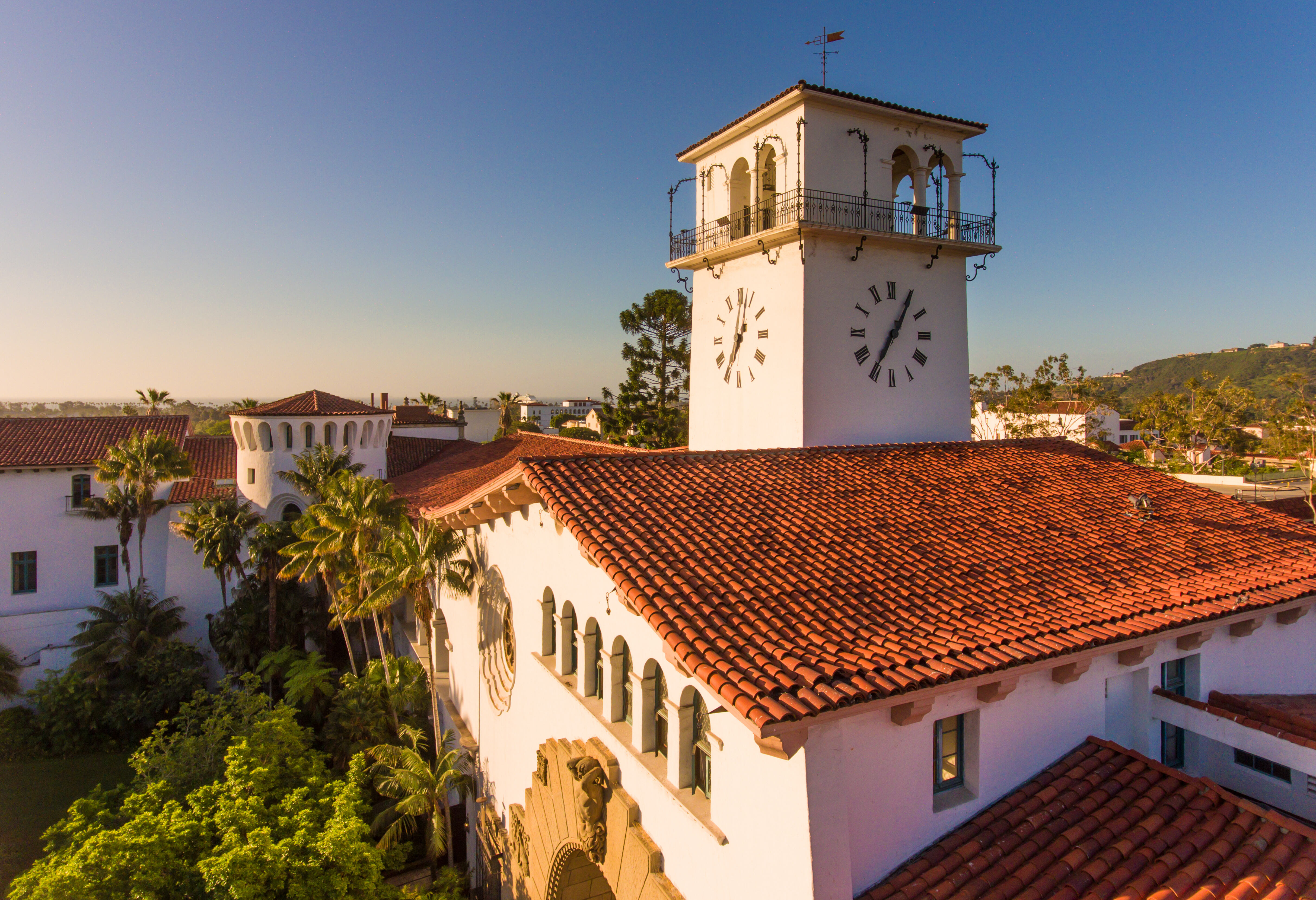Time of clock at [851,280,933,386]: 7:05
